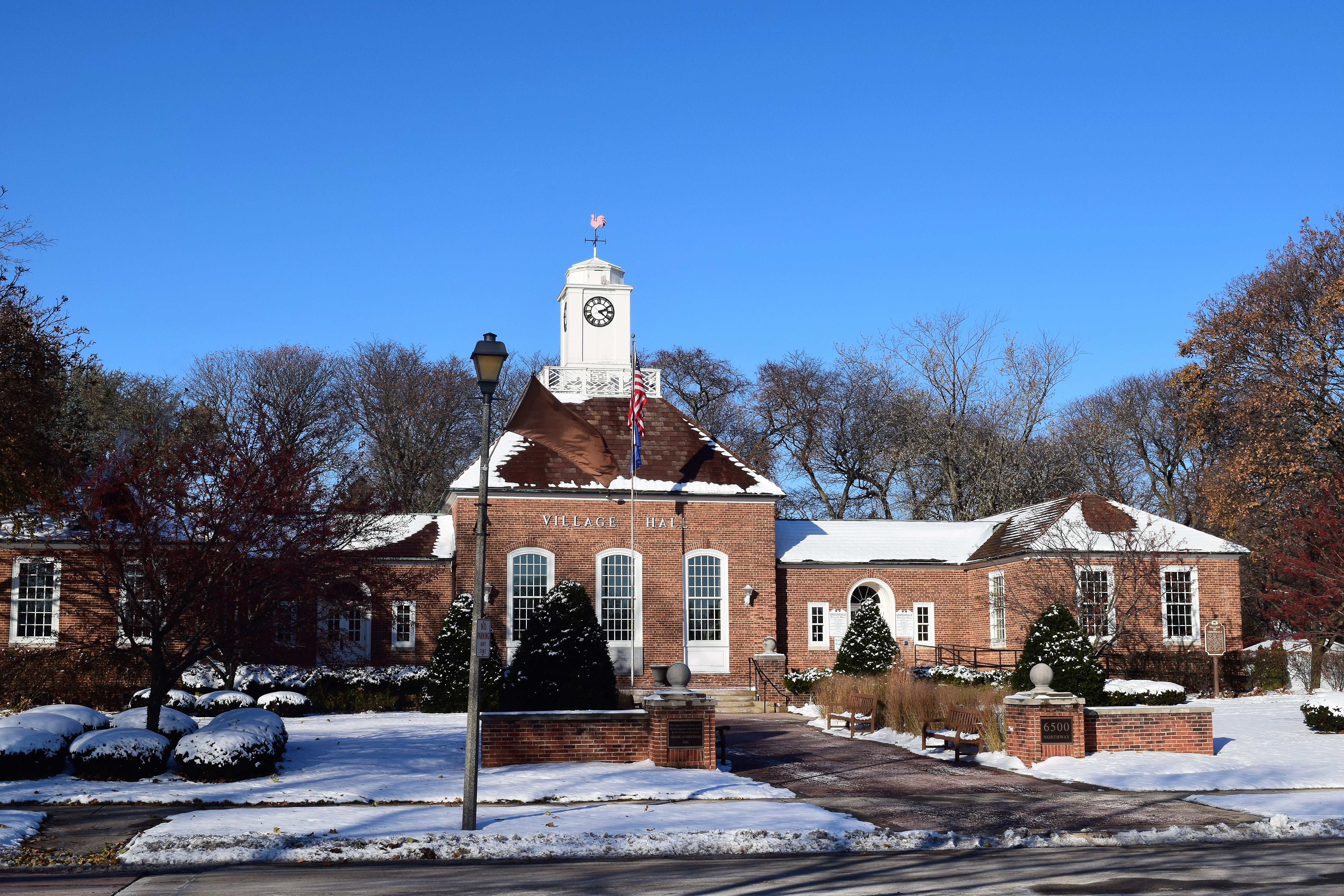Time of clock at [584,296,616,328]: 2:21
